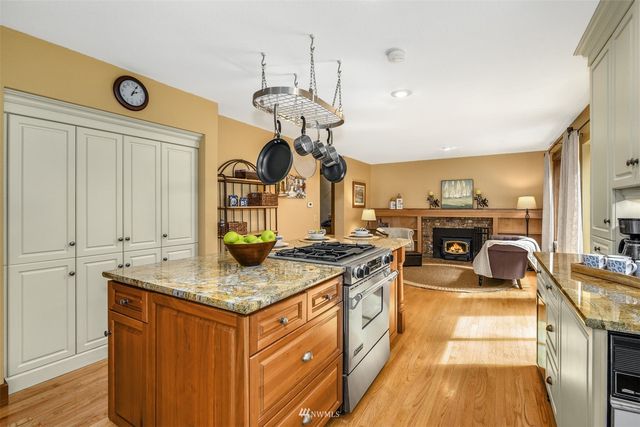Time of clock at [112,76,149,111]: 2:04
